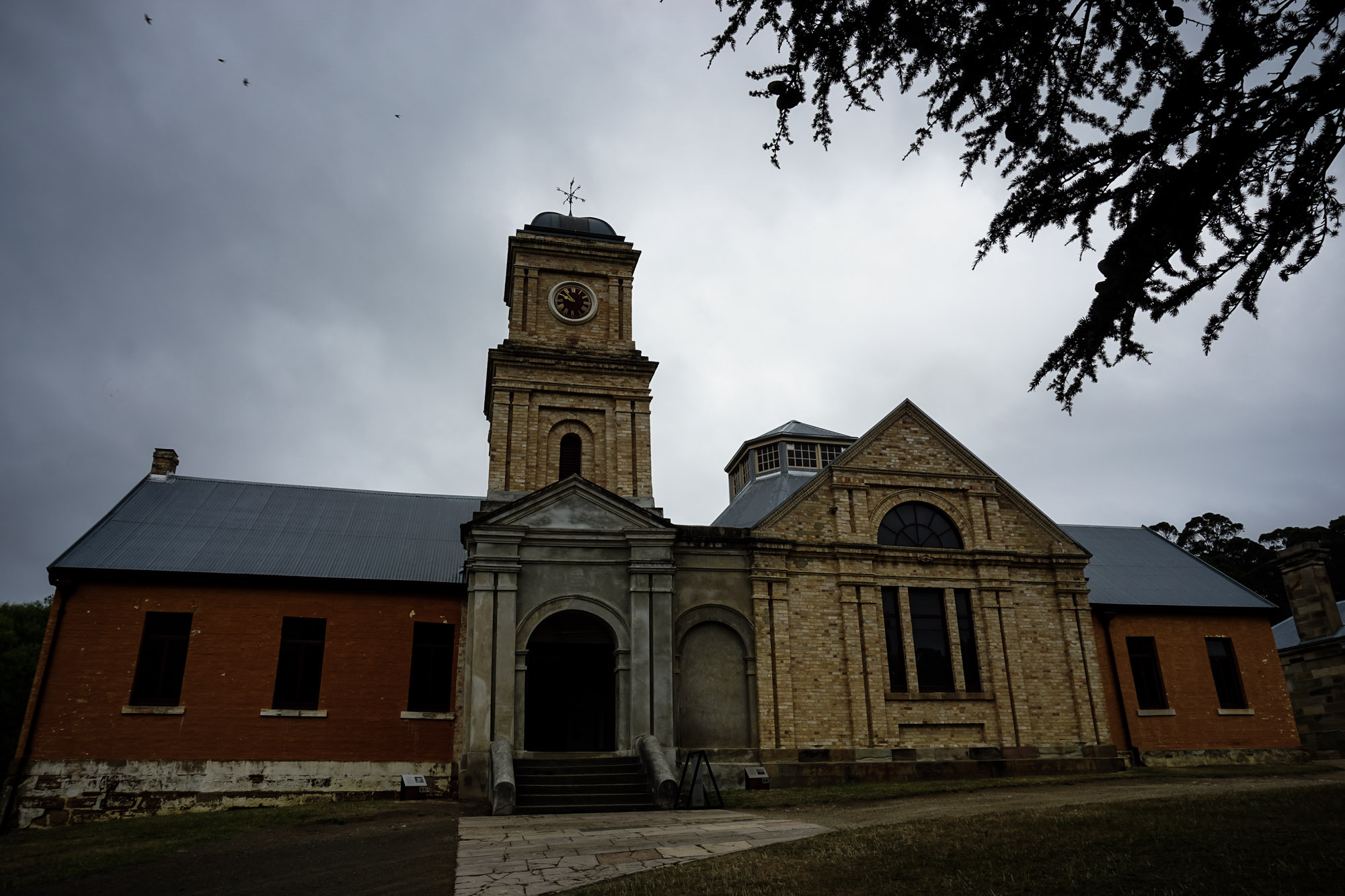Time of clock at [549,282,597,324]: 9:53
